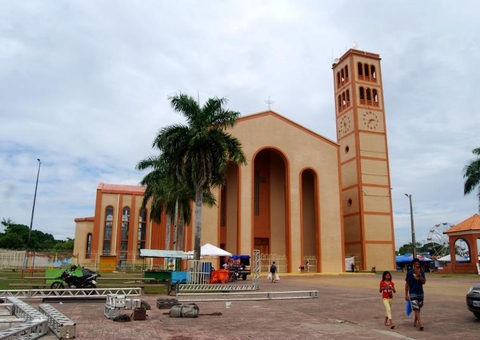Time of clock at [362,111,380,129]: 2:37
